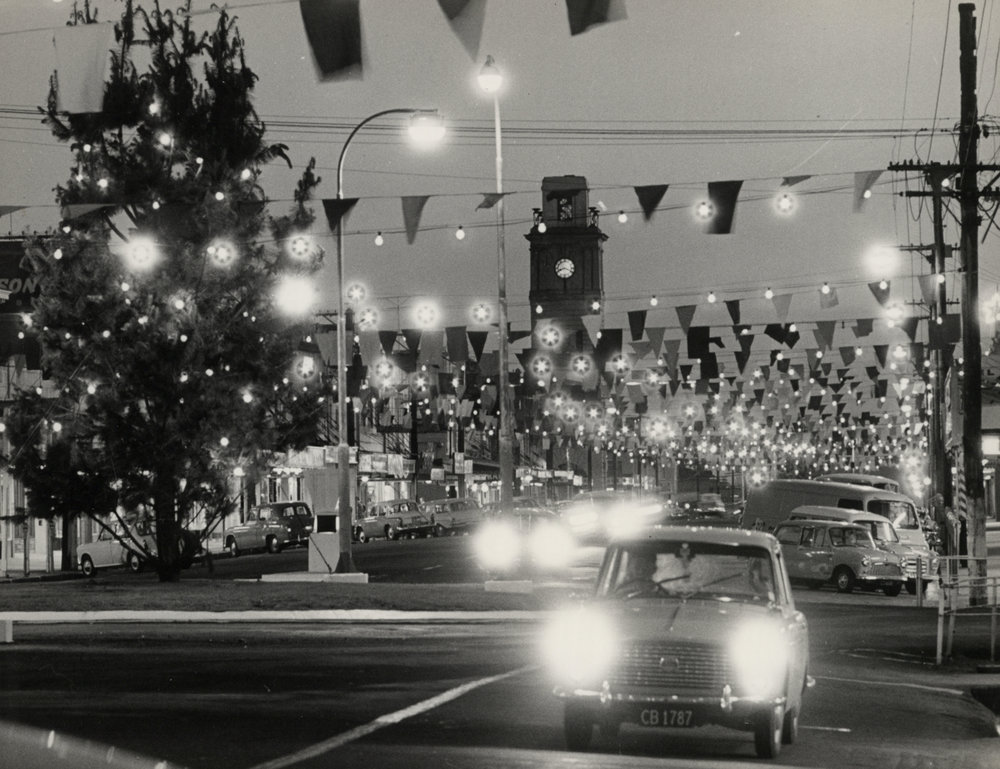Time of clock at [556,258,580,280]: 8:18
